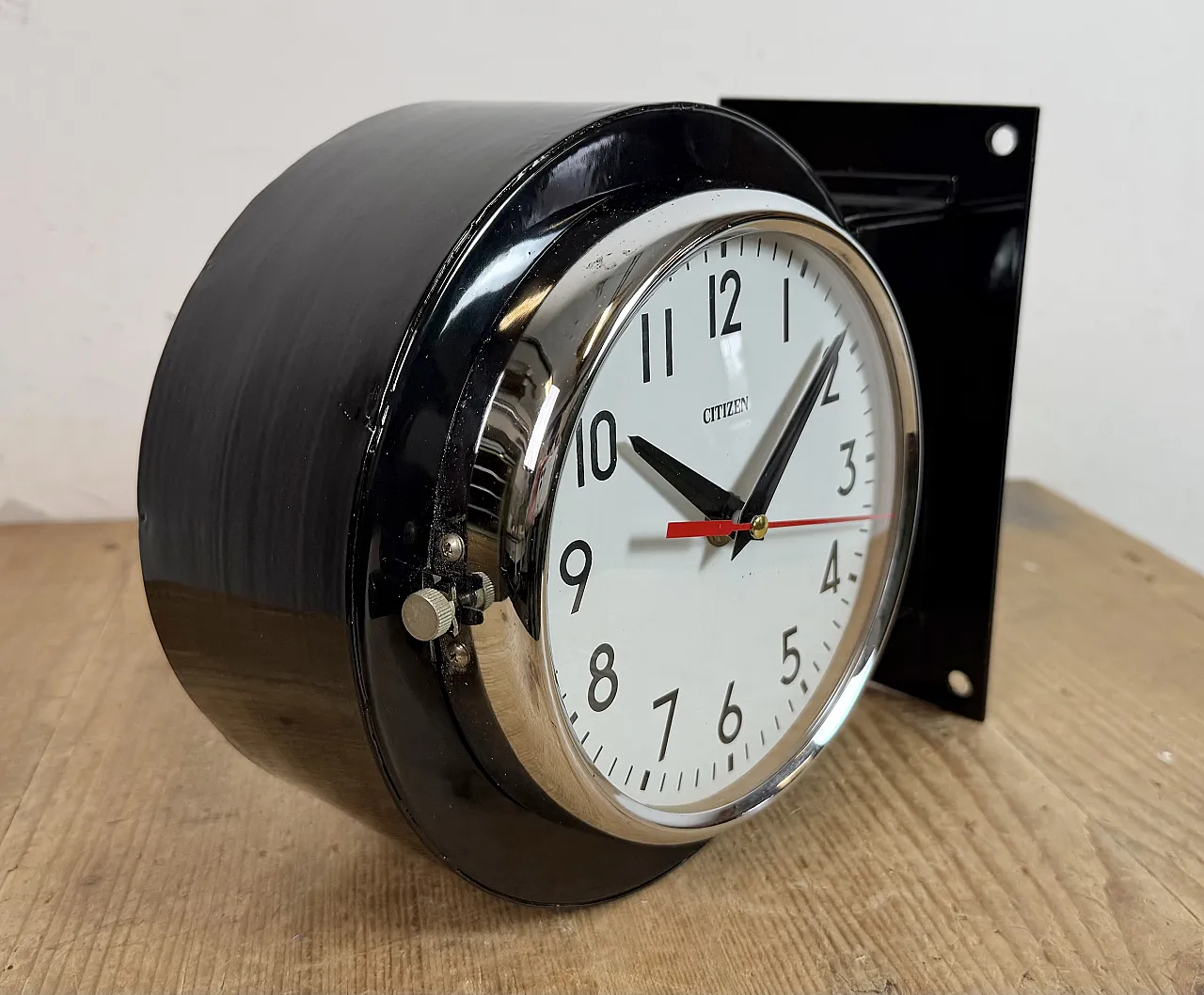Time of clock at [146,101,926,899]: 10:08
